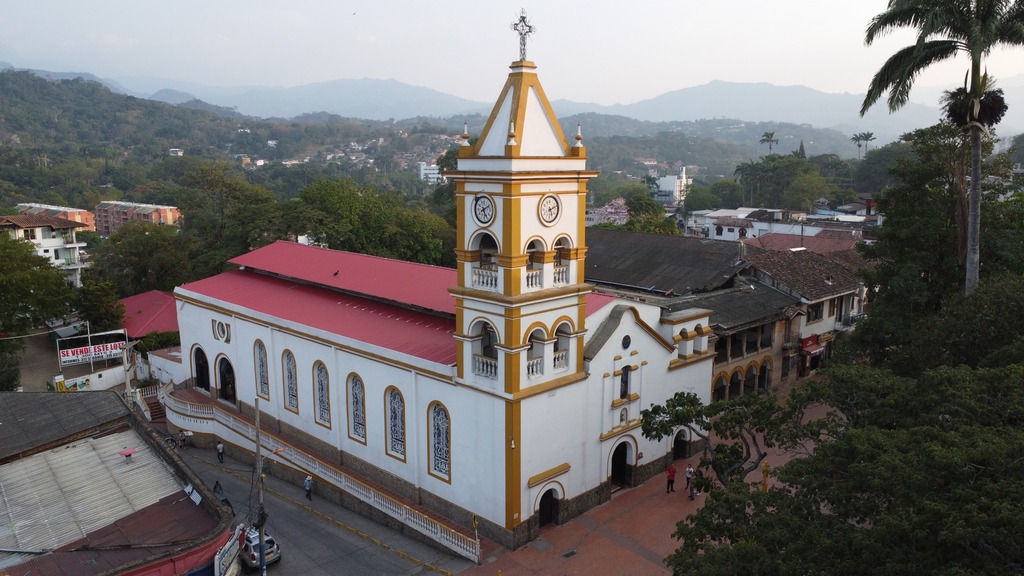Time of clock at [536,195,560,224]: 5:11
